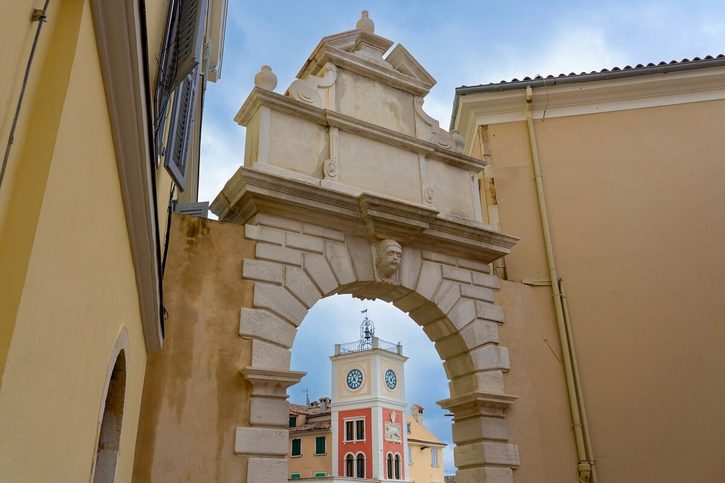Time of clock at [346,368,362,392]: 7:55
